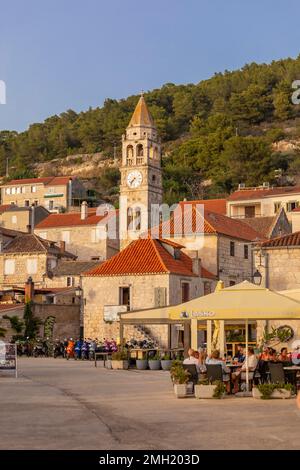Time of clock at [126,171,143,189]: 7:36
